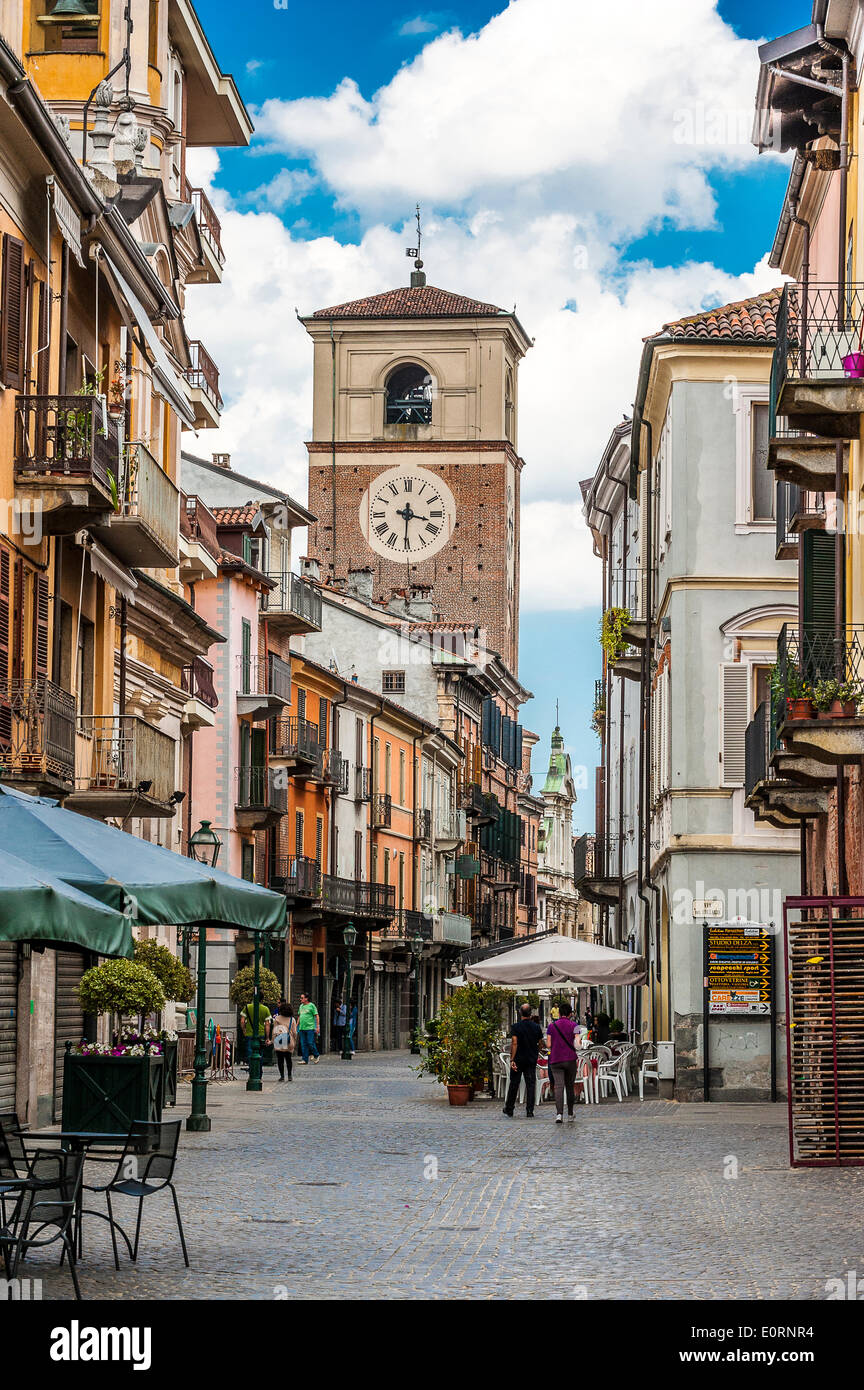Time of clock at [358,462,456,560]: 3:30
